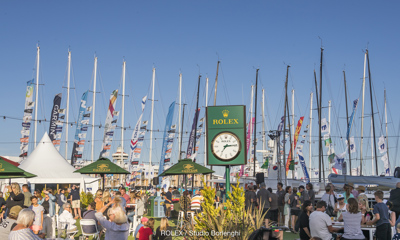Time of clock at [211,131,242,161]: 7:14
